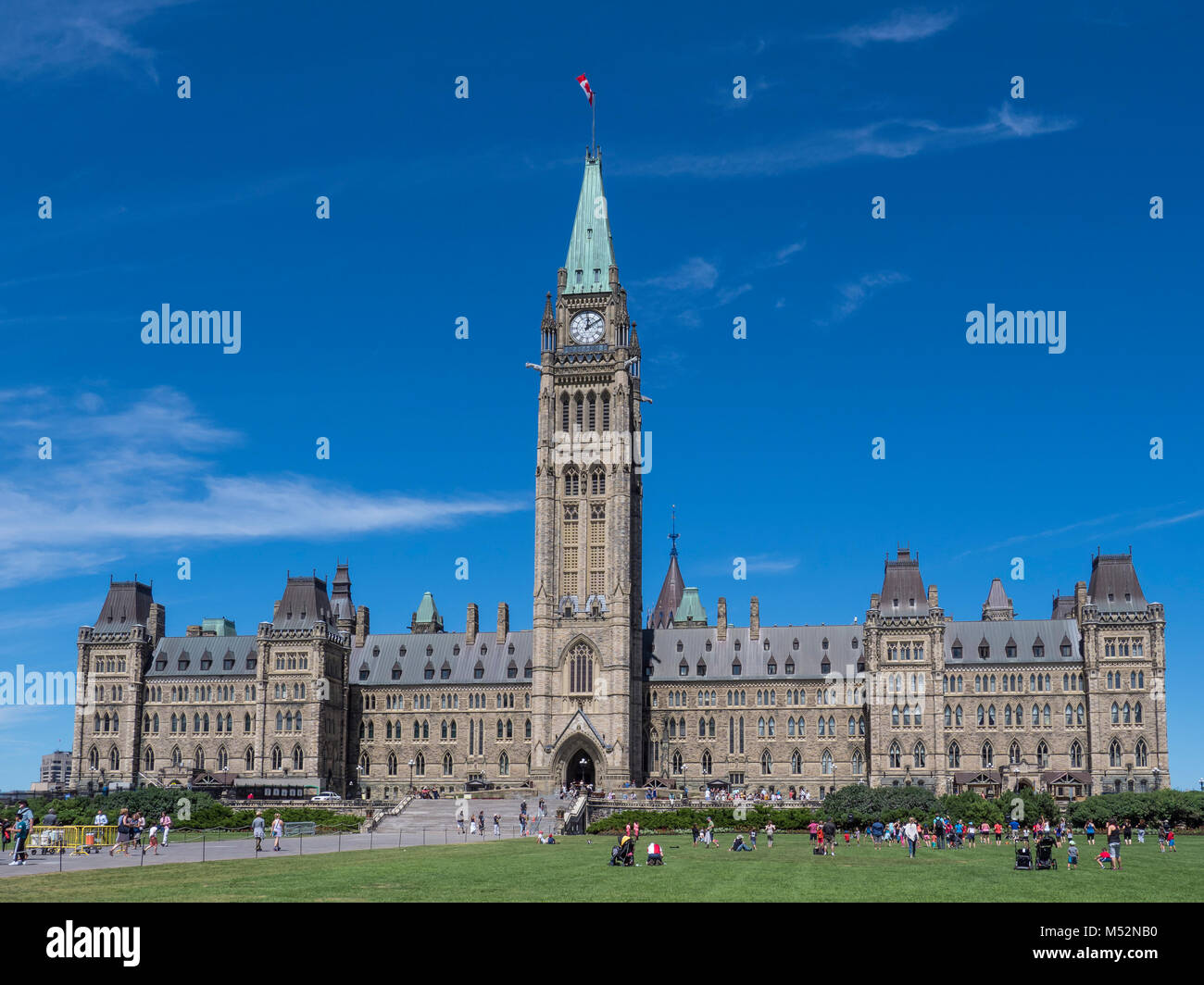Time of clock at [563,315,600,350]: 12:09
